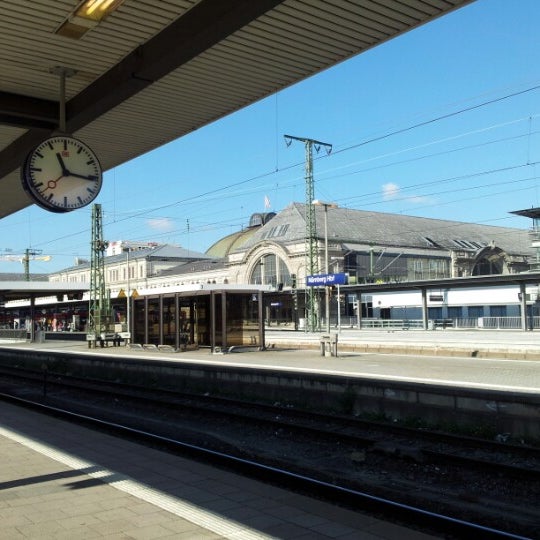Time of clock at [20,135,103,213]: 11:16
